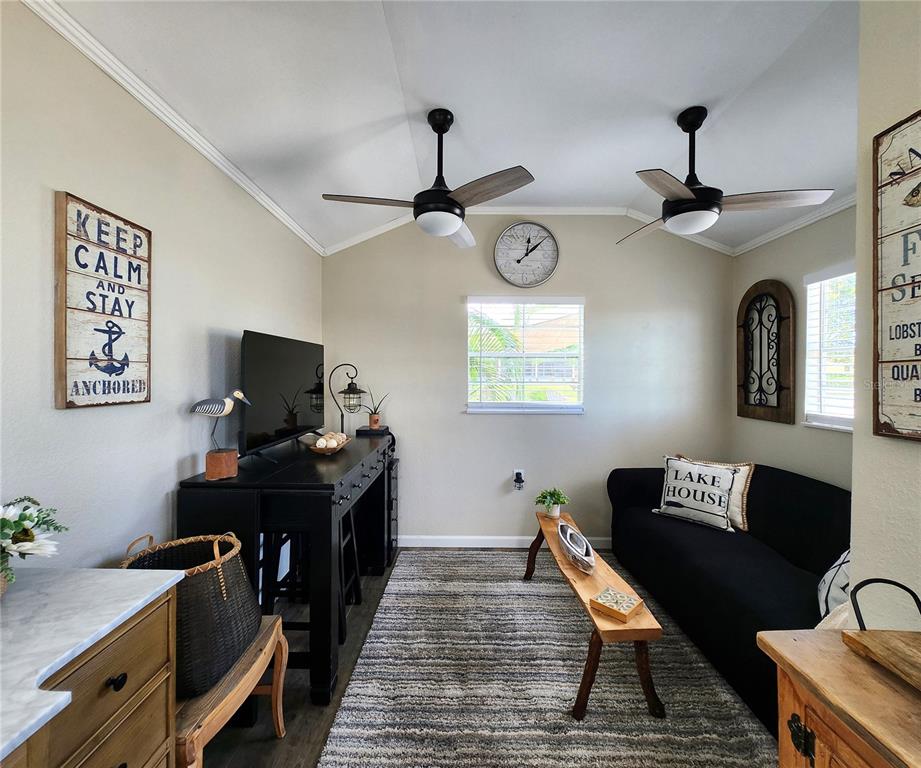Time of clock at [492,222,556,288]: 12:07
